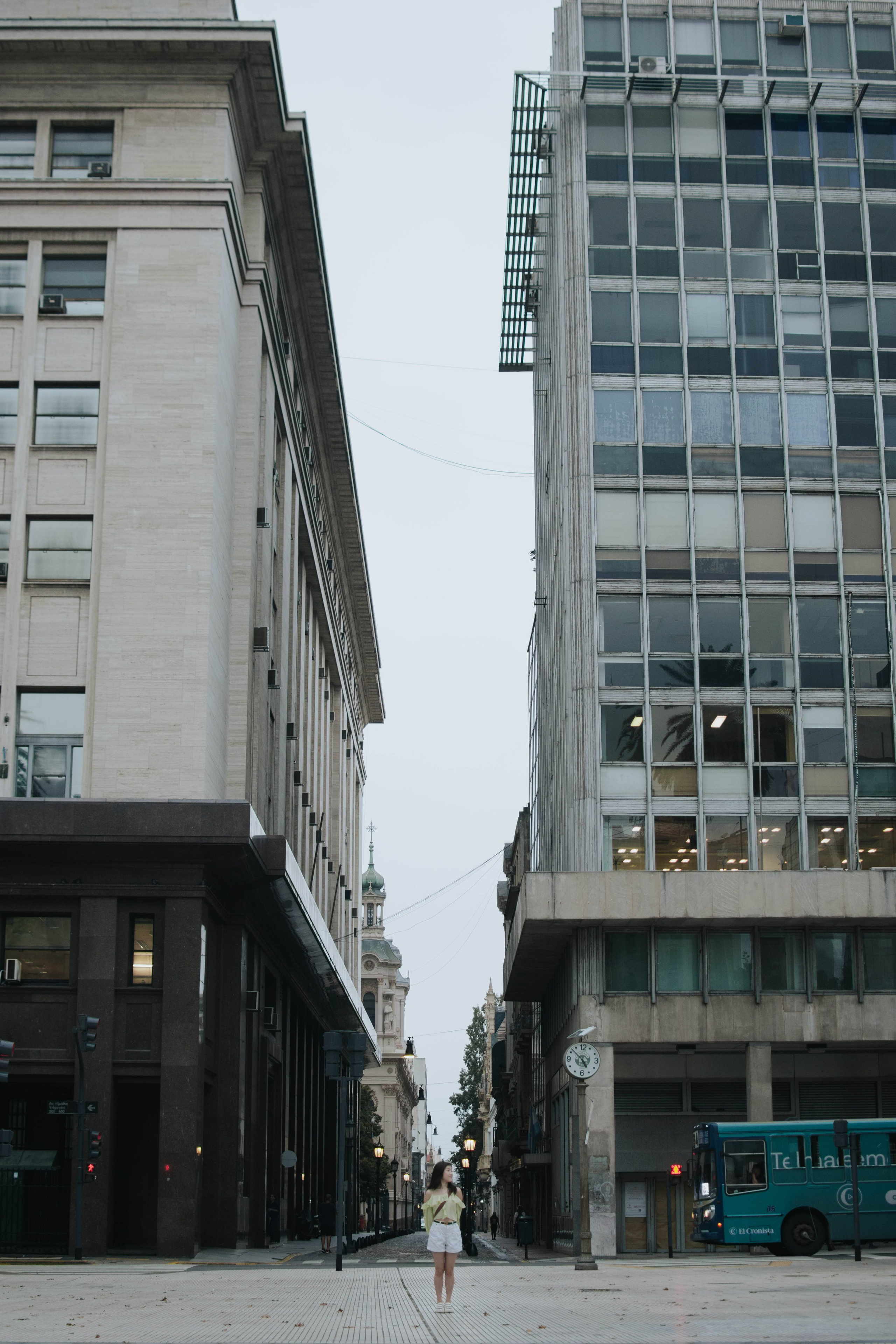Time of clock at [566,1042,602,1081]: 4:52
